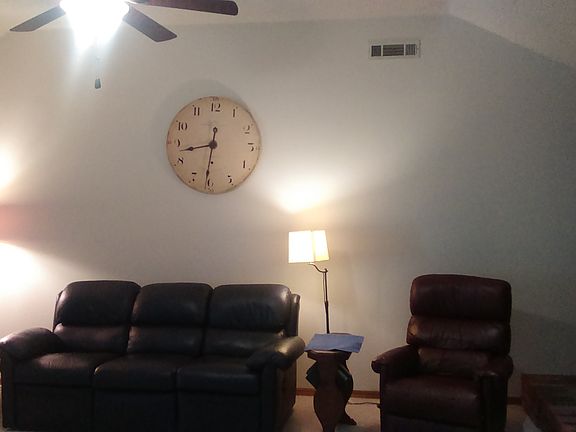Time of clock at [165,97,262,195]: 8:31
